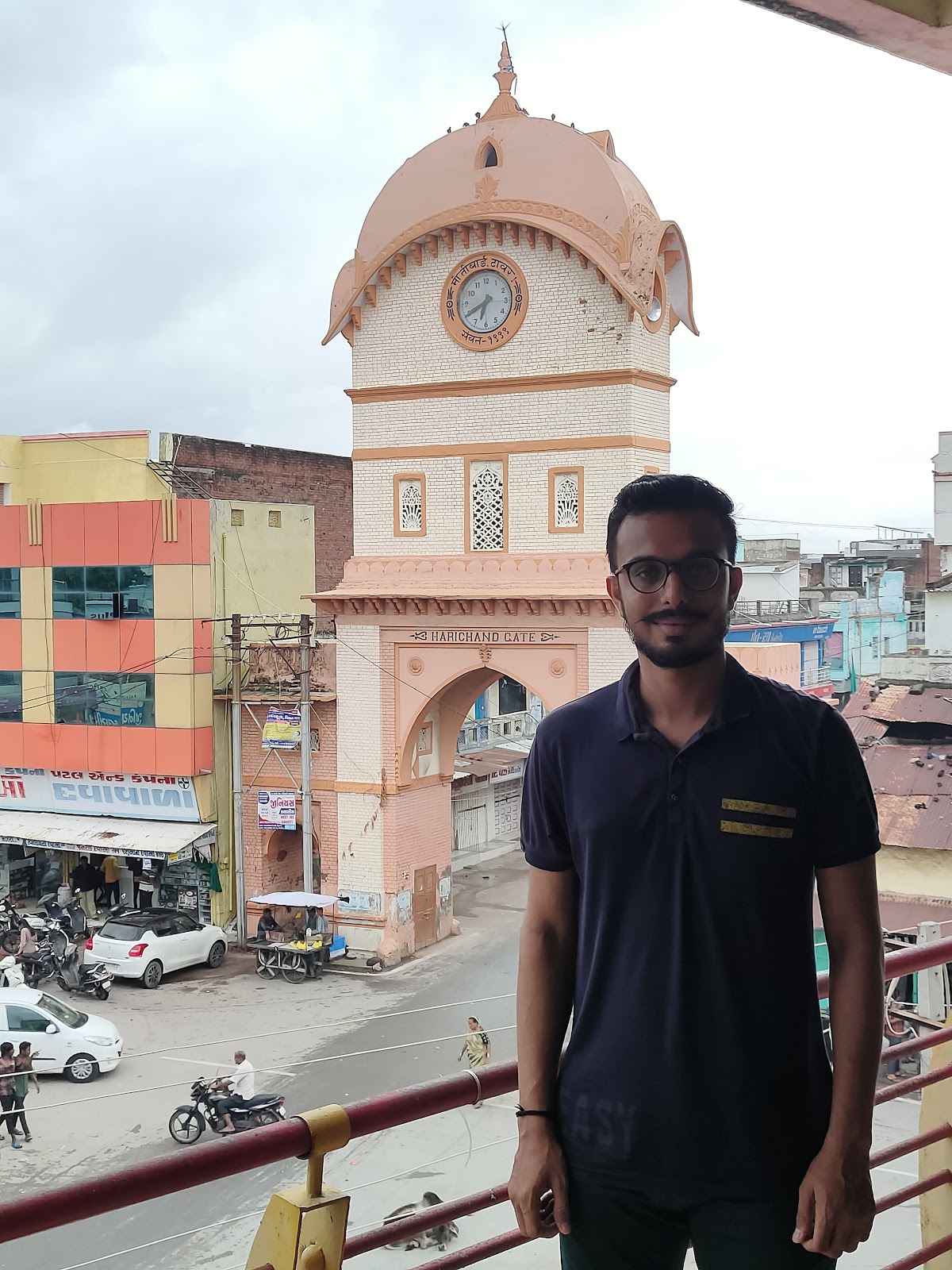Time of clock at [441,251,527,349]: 6:39
